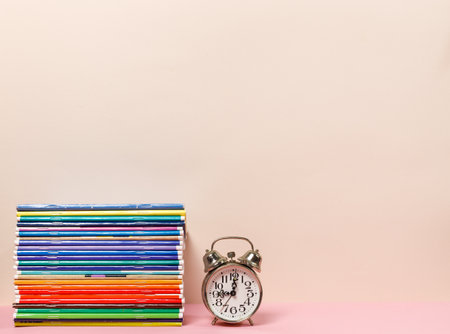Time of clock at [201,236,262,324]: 9:01
